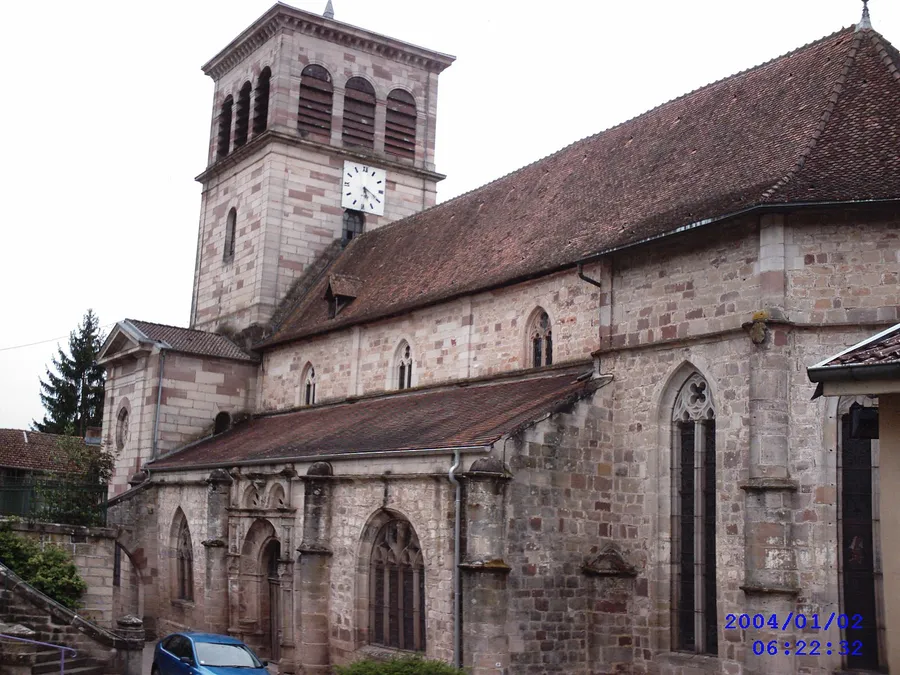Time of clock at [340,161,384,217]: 5:19
